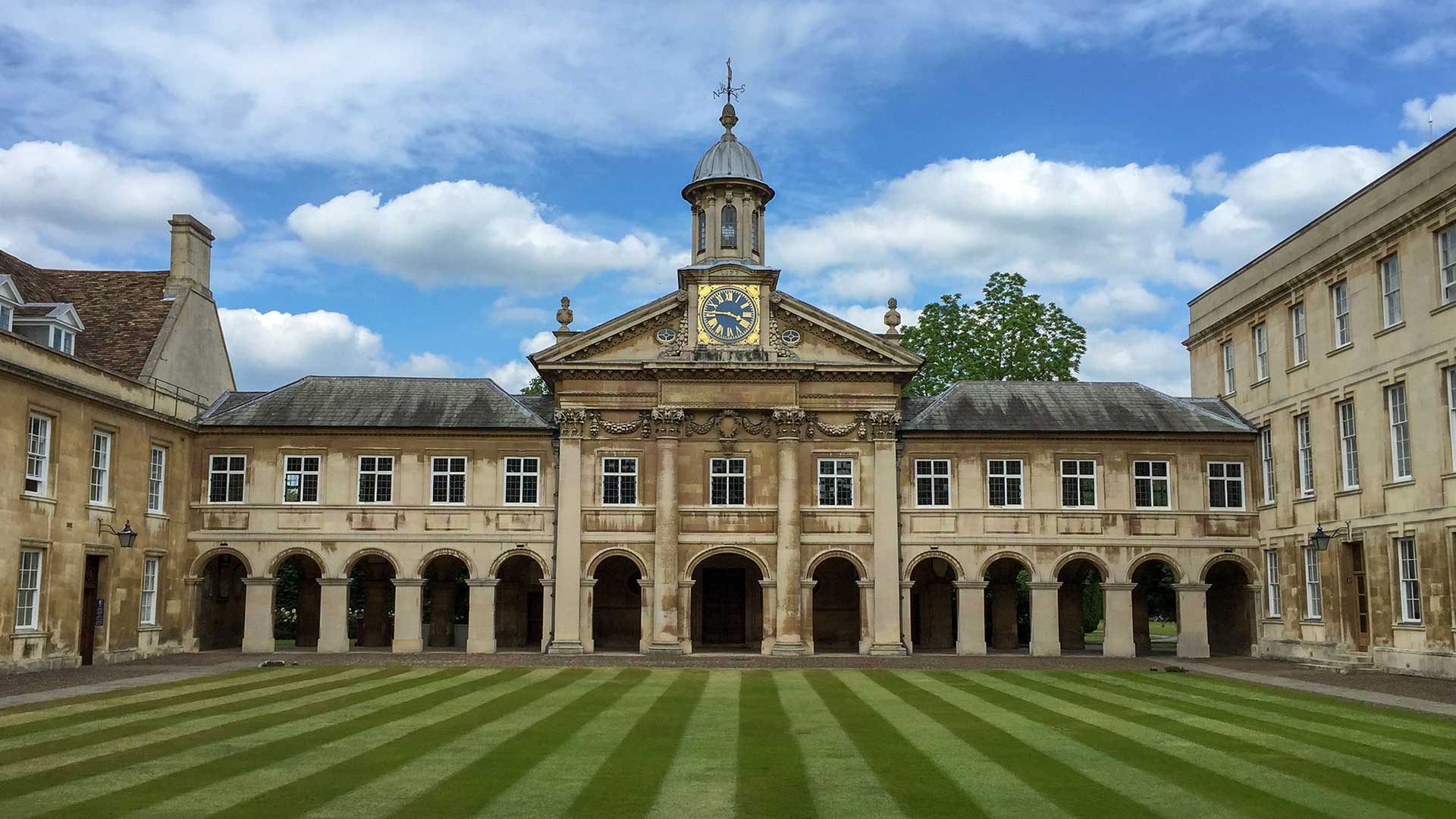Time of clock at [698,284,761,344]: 3:45
